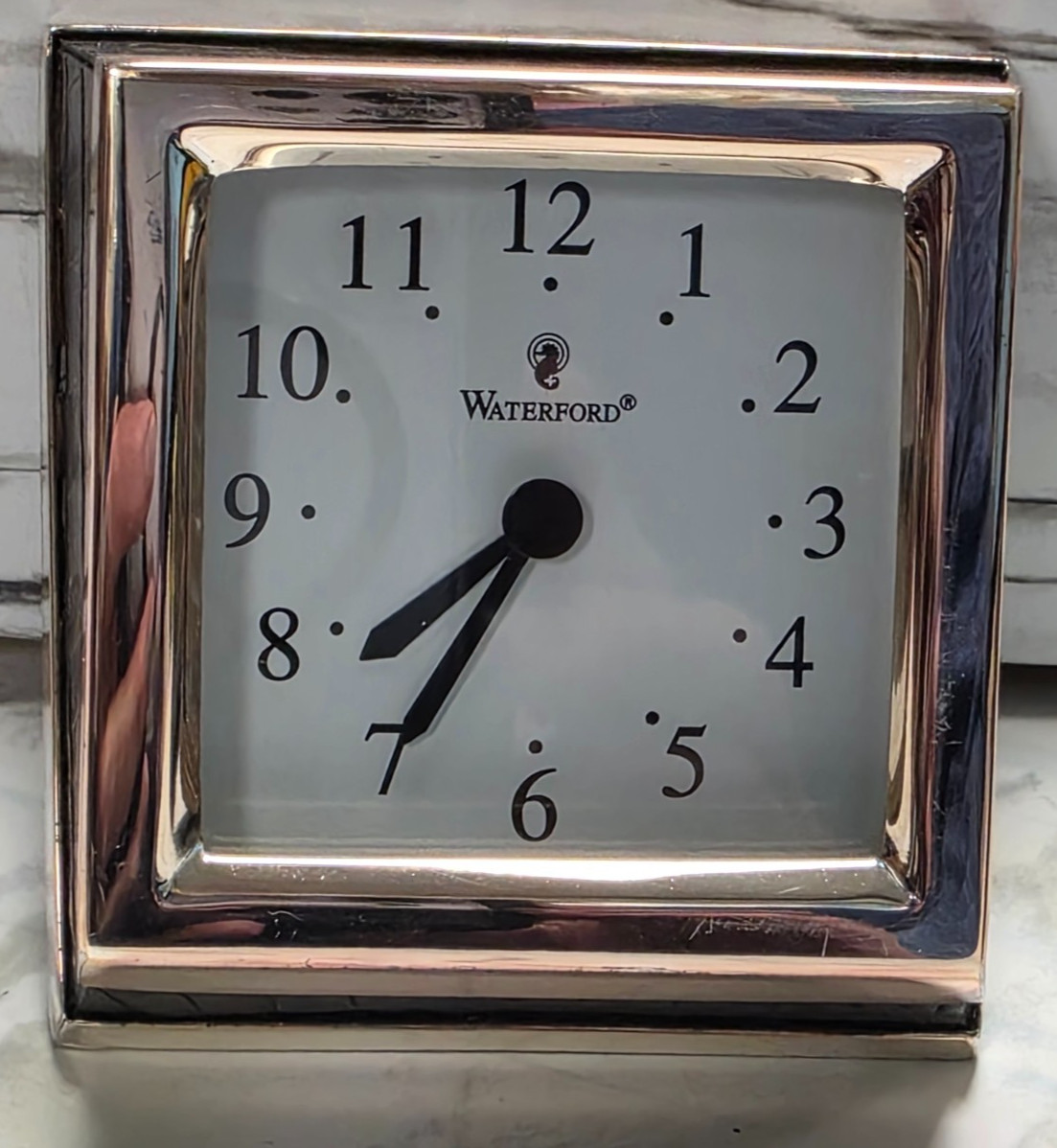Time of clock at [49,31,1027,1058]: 7:35
